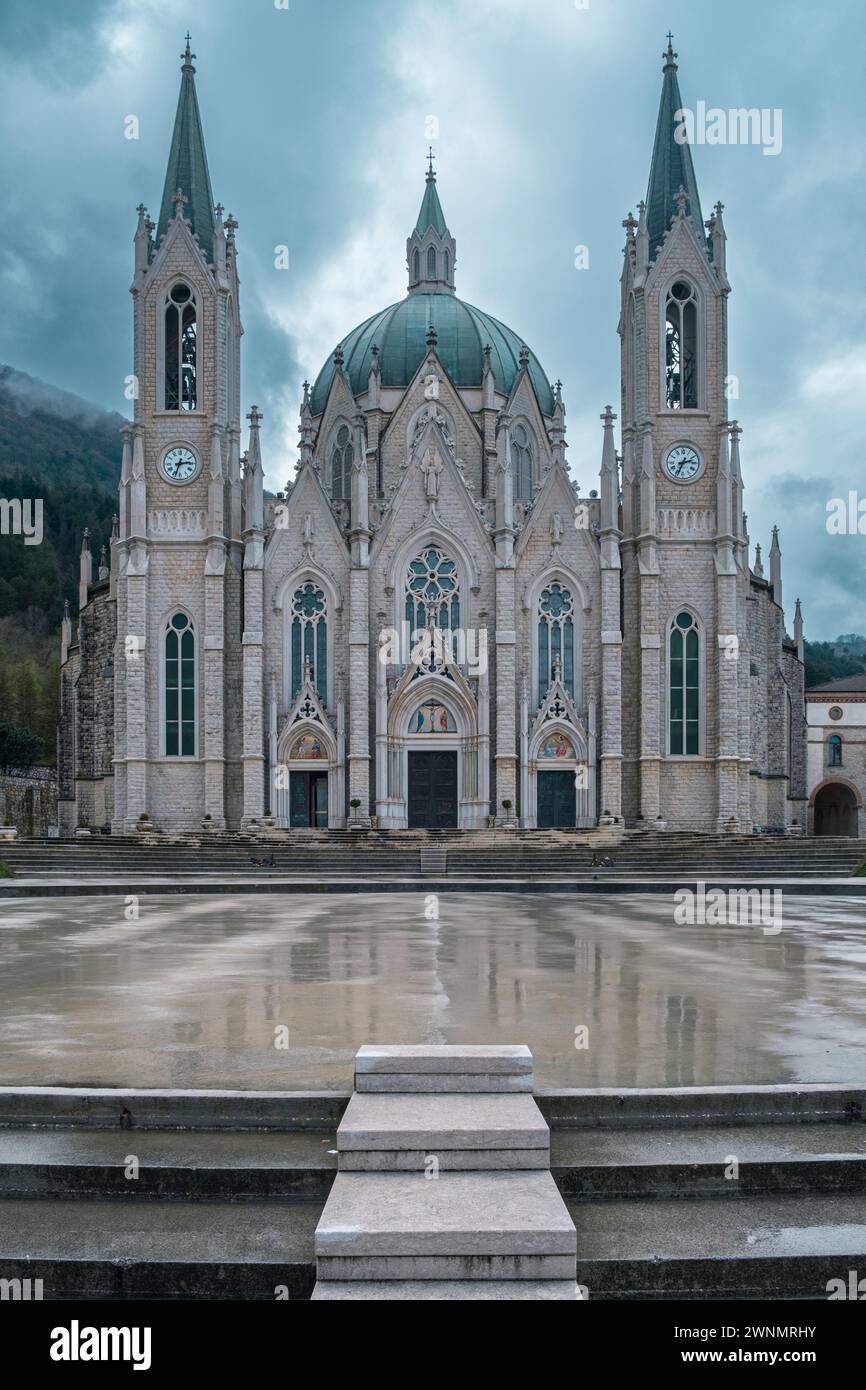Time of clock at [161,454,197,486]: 2:33
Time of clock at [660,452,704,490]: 2:33
